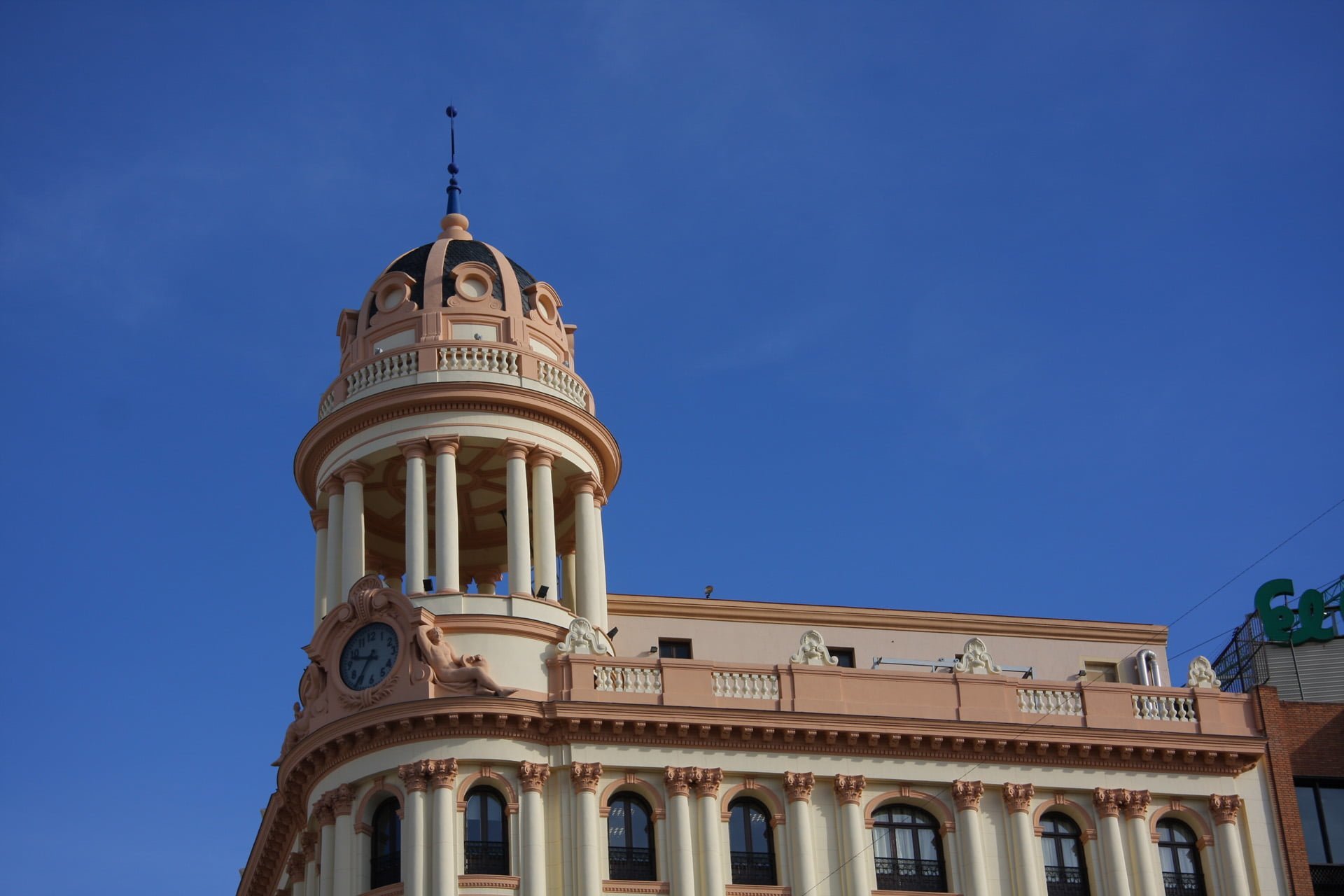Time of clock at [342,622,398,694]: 9:35
